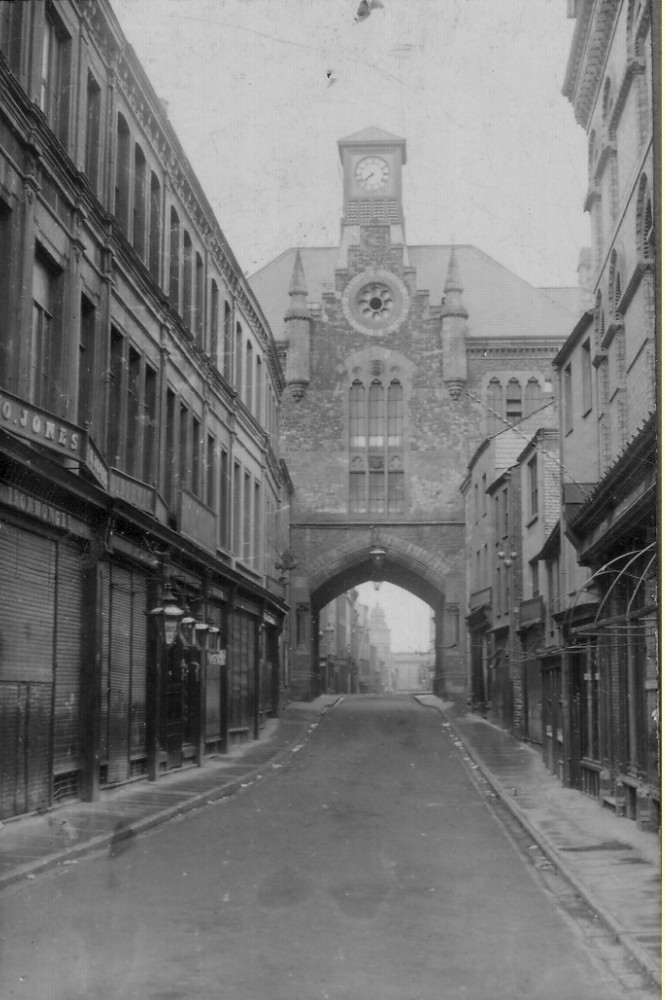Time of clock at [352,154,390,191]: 7:37
